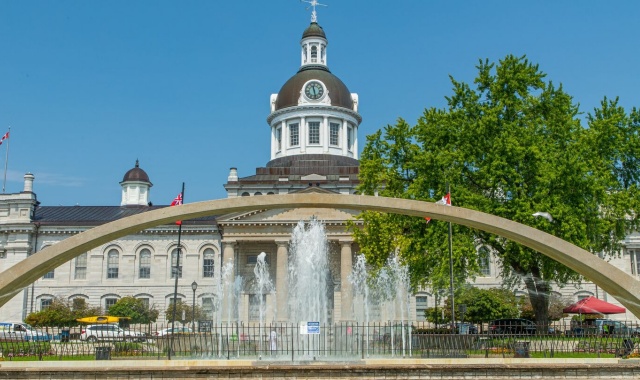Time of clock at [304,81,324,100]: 11:28
